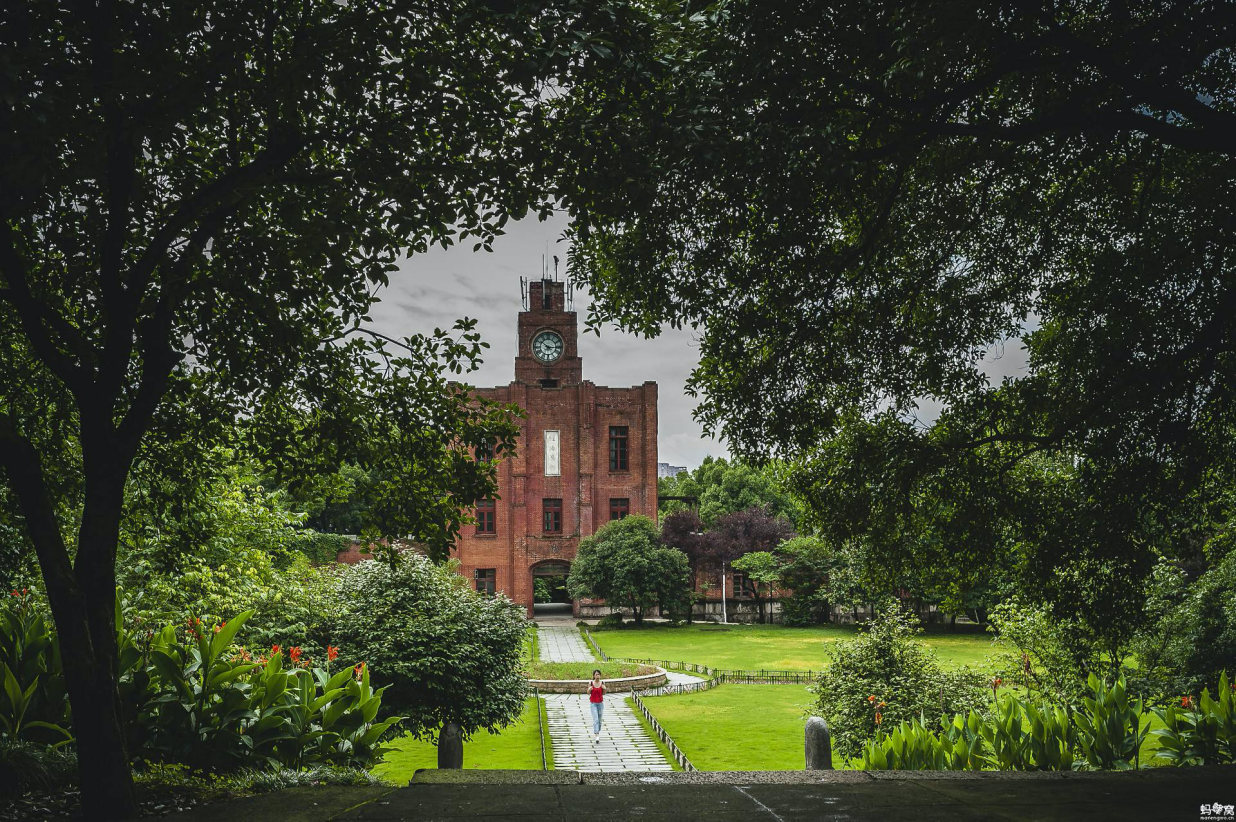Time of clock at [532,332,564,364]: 10:15
